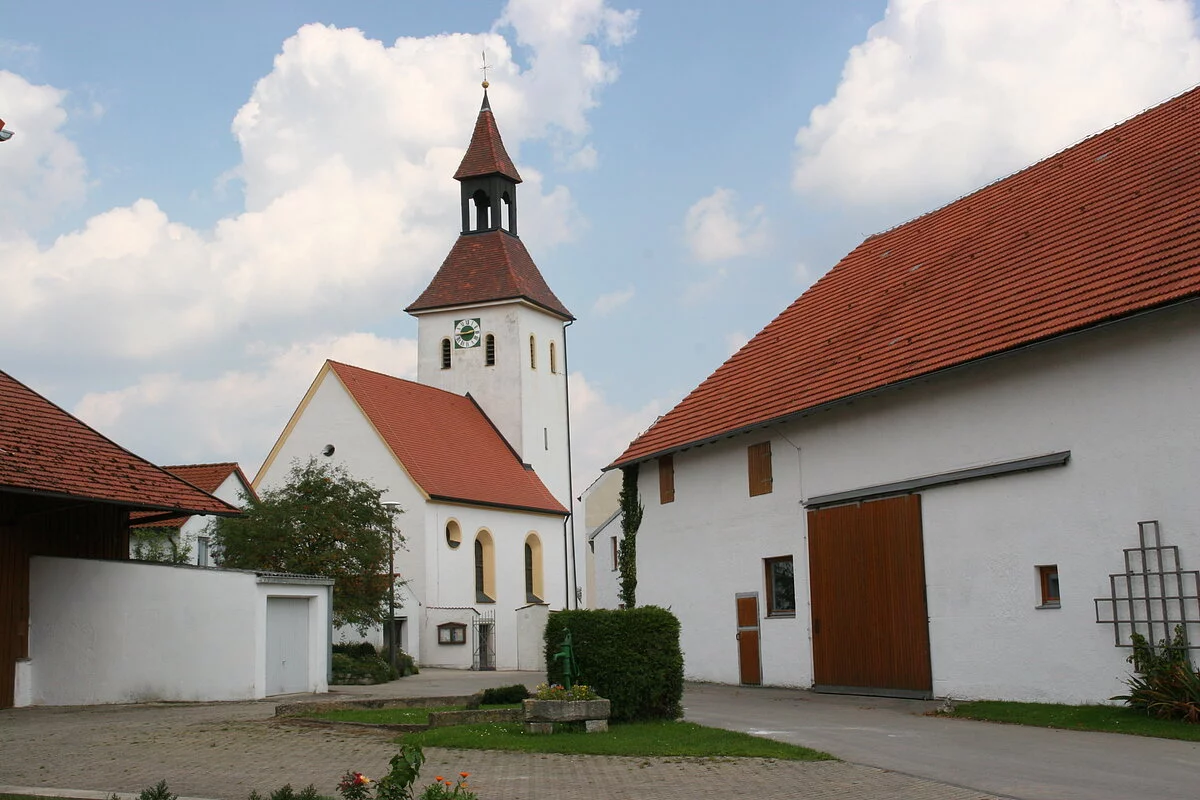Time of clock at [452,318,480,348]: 2:44
